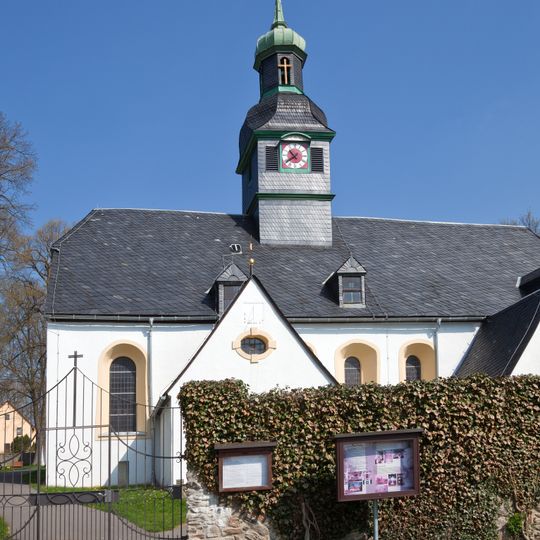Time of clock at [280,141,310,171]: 10:39
